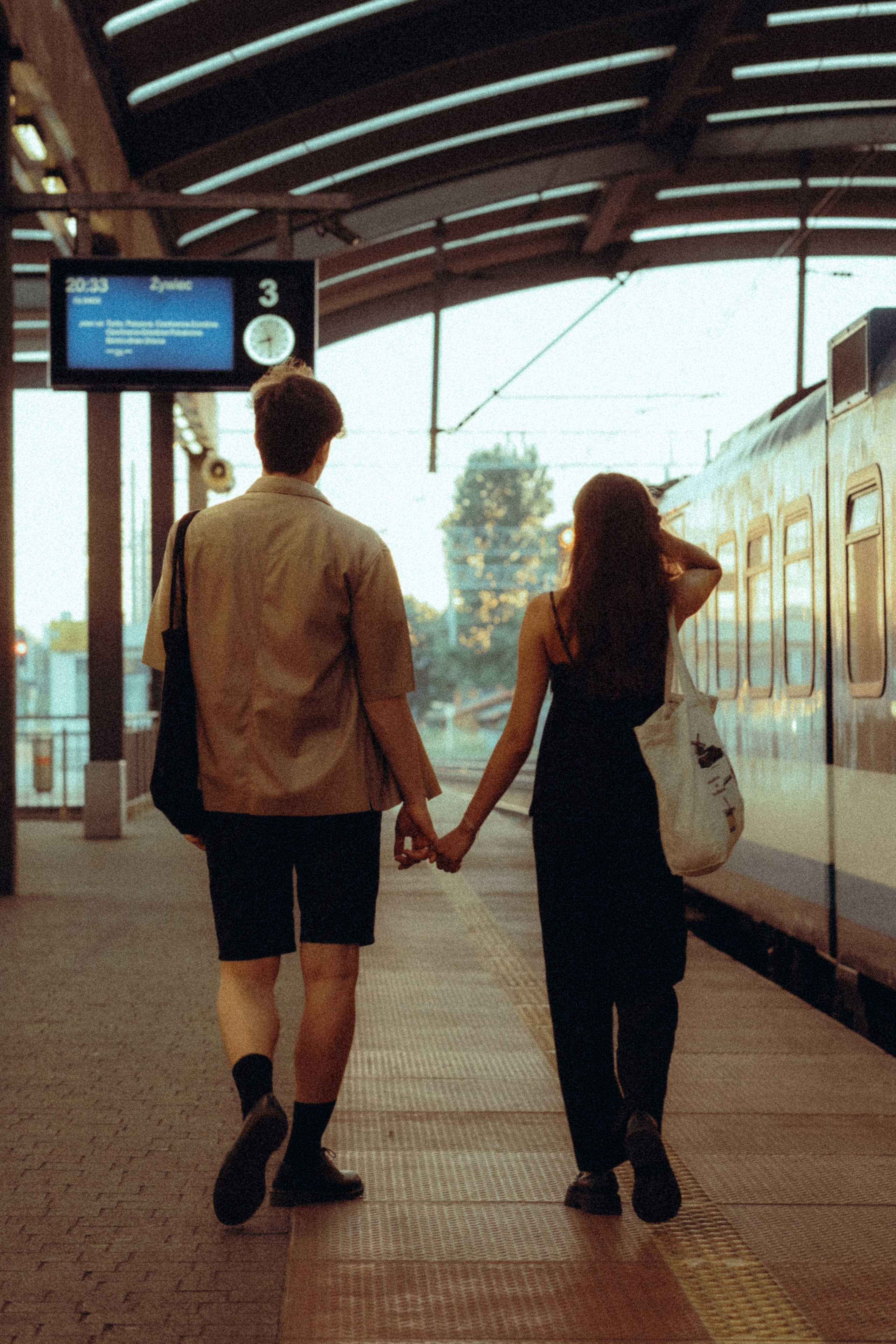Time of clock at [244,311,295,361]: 8:29
